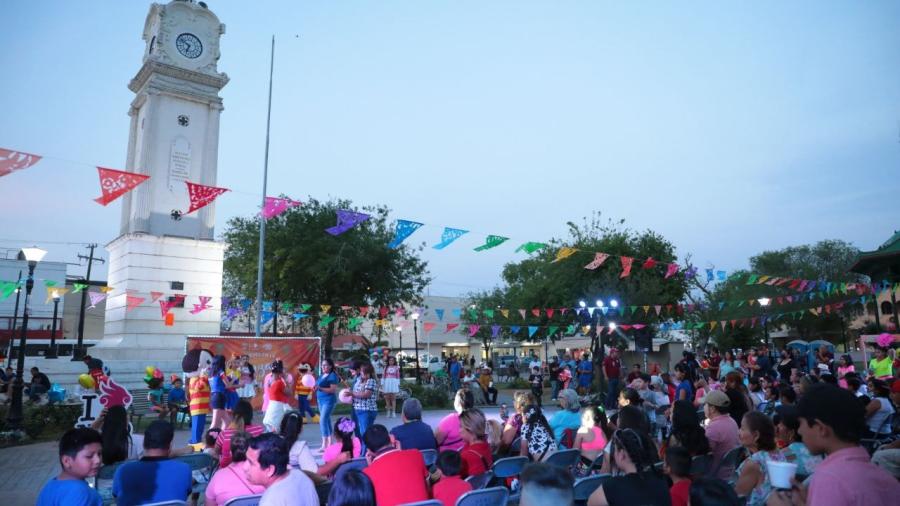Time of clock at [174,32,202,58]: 6:52
